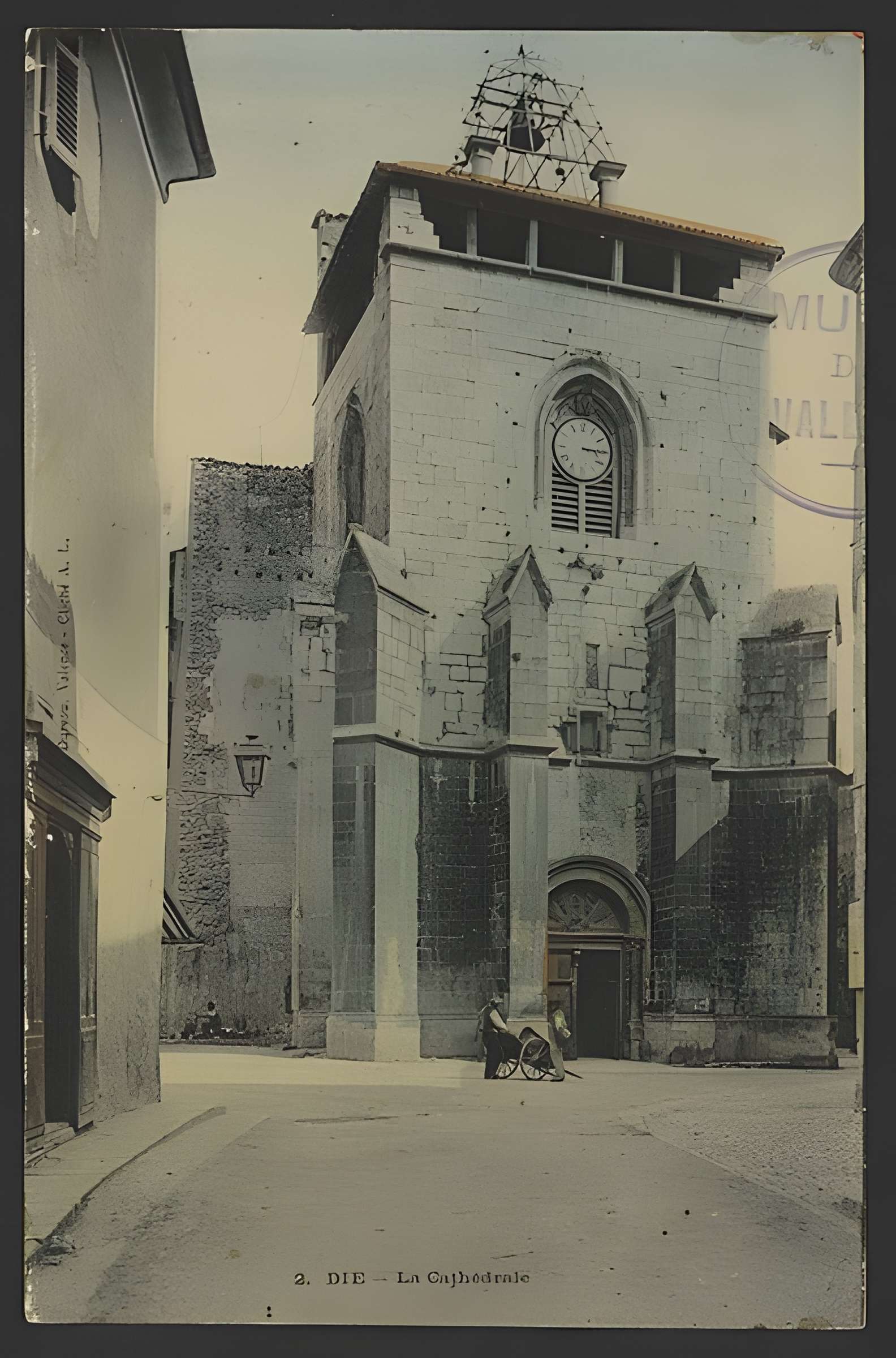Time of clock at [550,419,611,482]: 3:15
